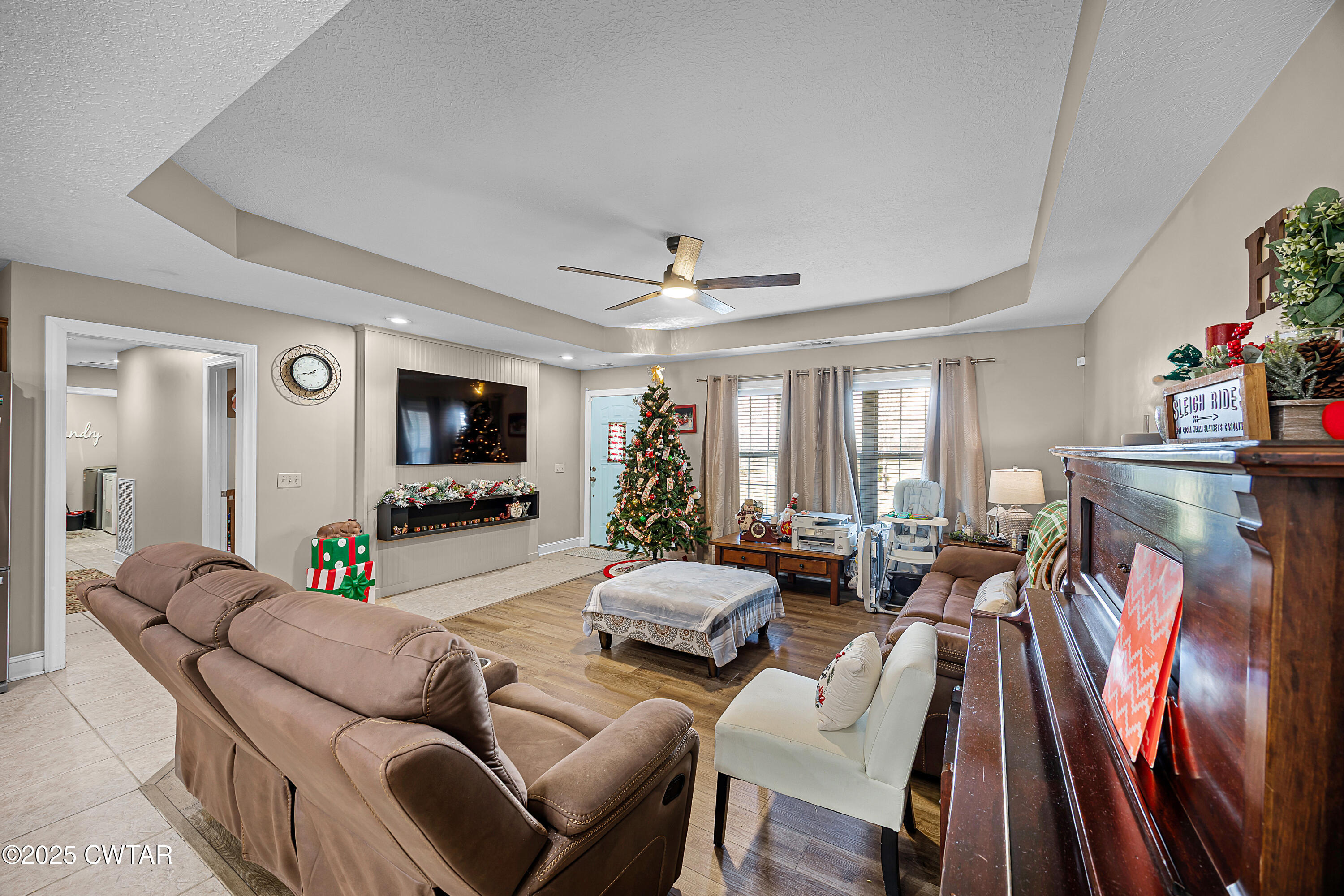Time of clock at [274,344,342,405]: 1:42
